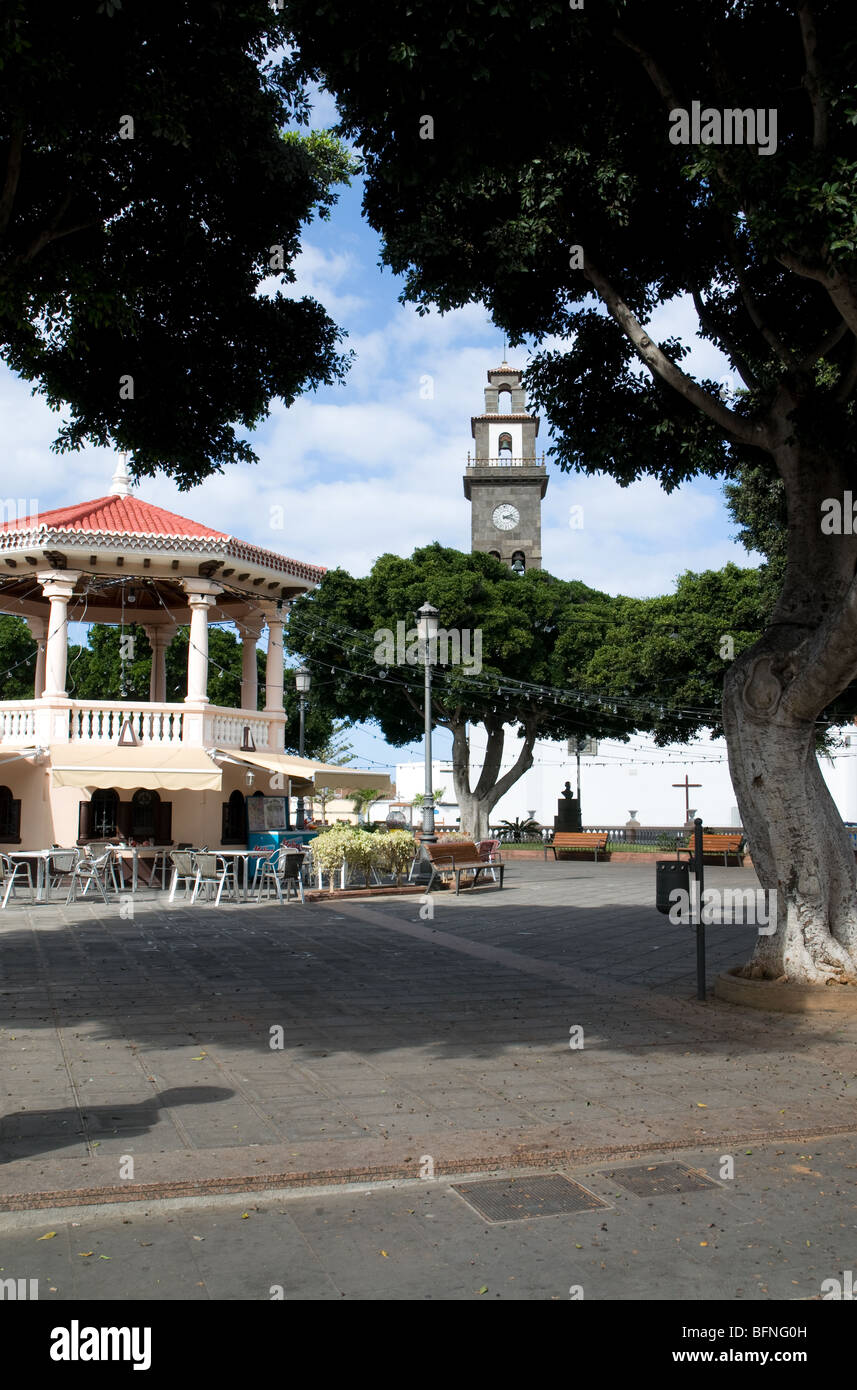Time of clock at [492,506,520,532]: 2:18
